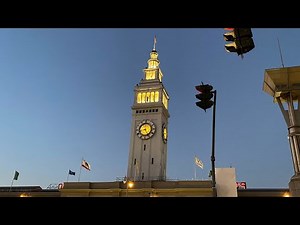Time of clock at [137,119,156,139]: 8:25
